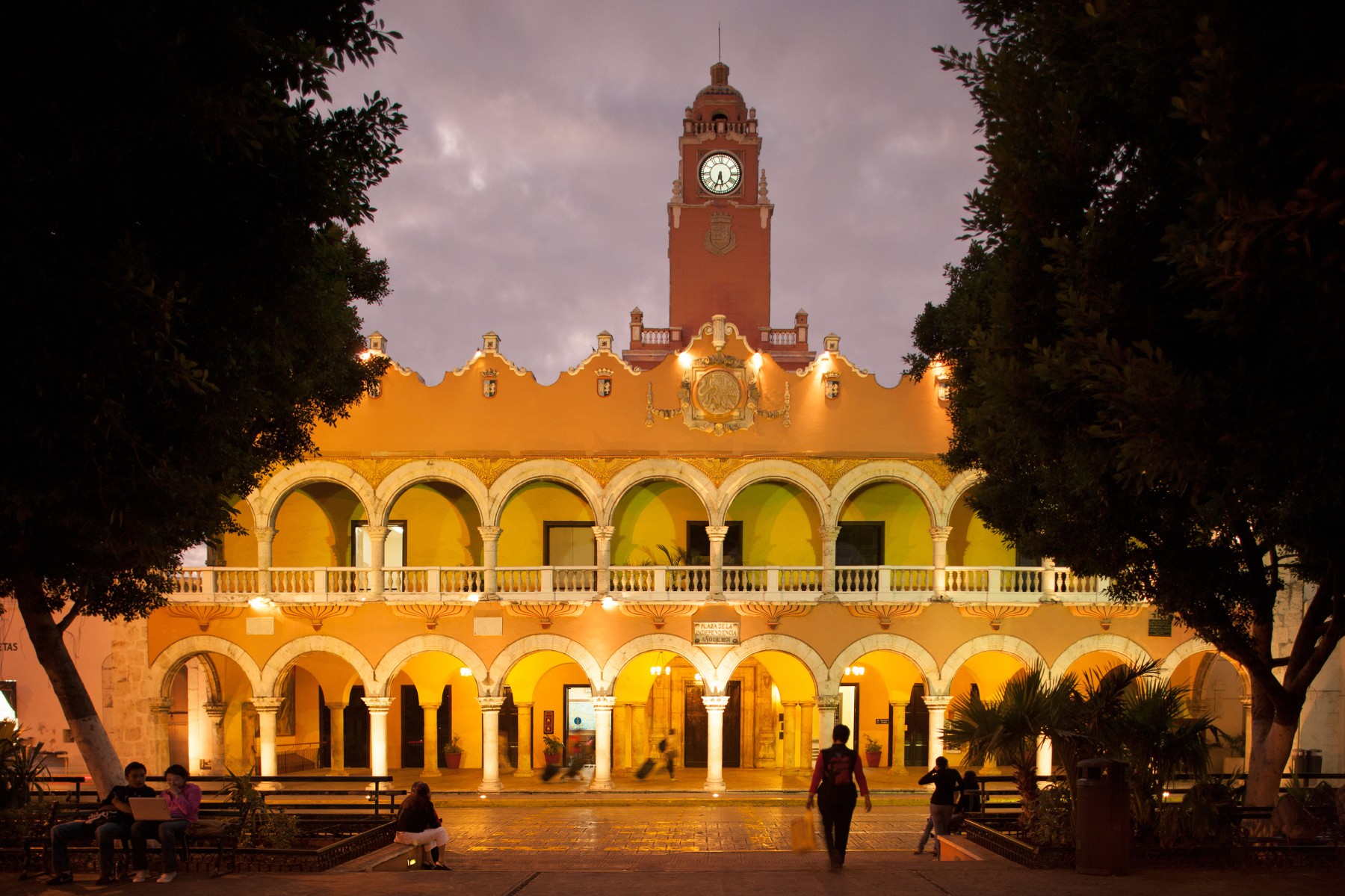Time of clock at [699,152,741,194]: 5:33
